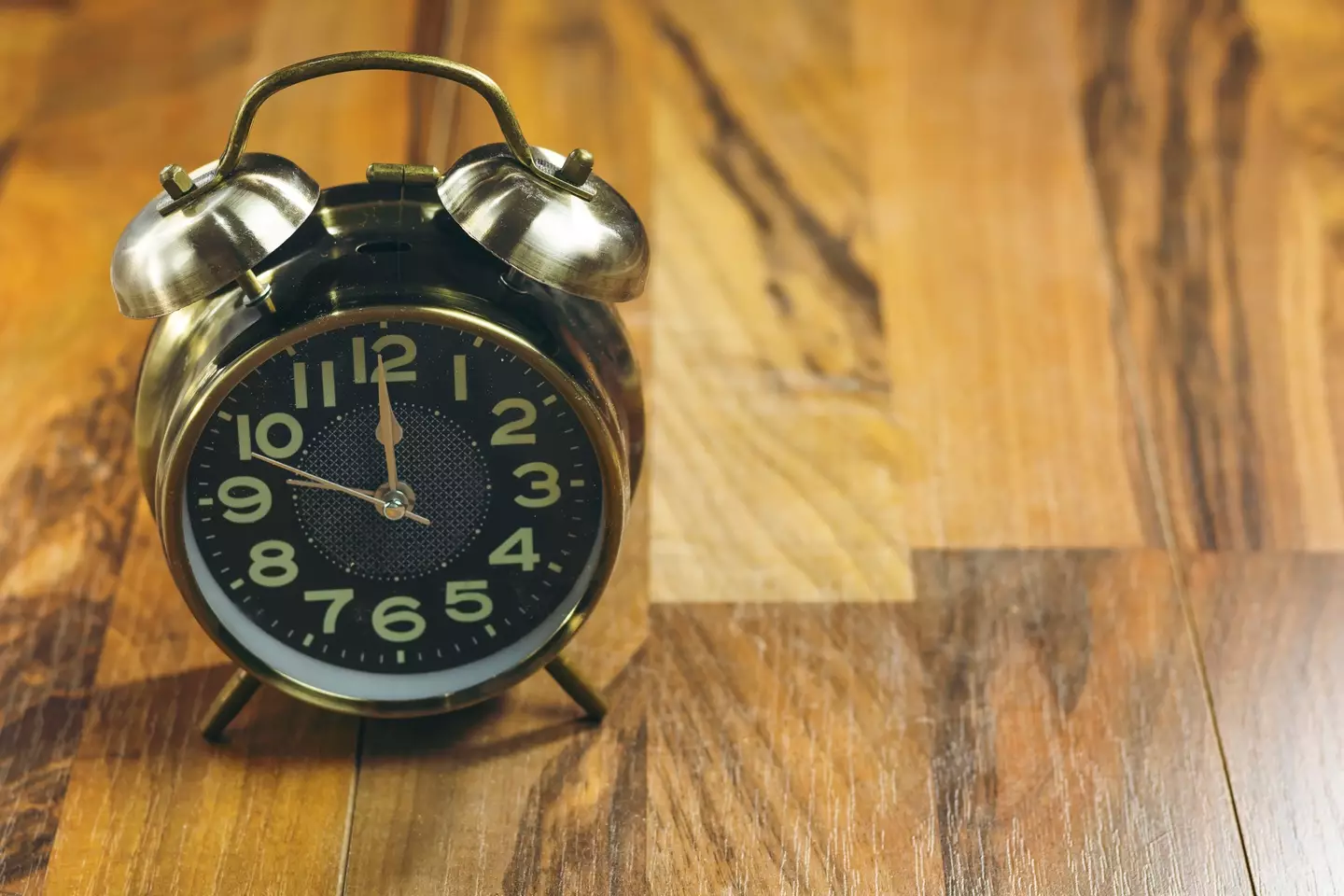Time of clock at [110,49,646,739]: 11:48
